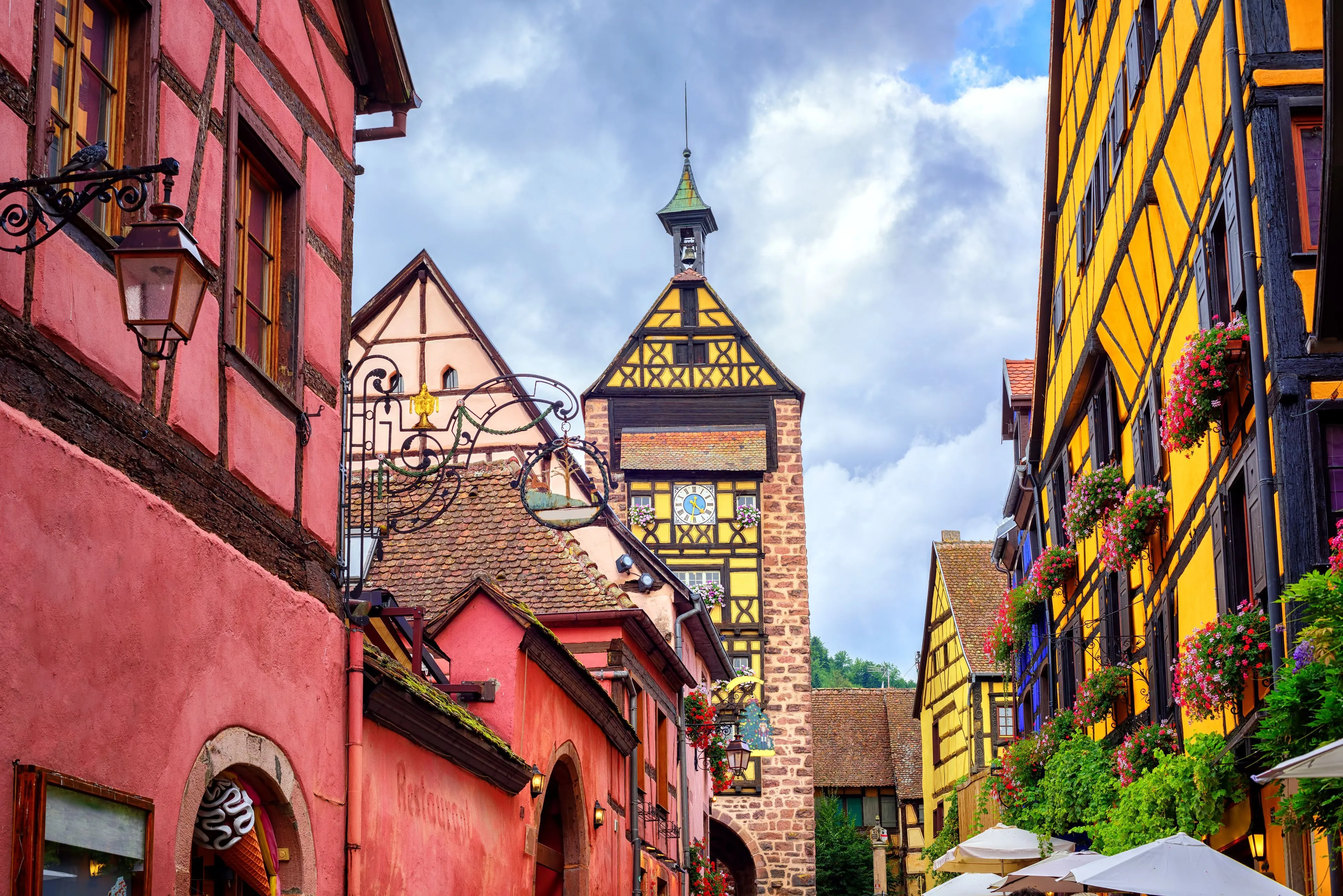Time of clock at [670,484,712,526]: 12:22
